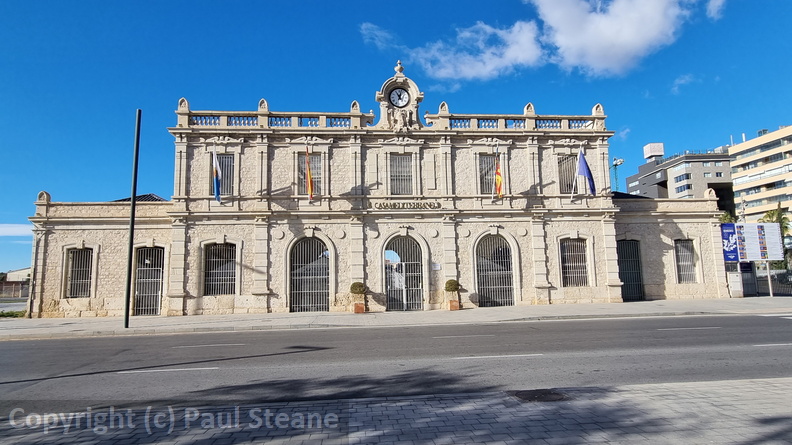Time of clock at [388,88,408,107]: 11:02
